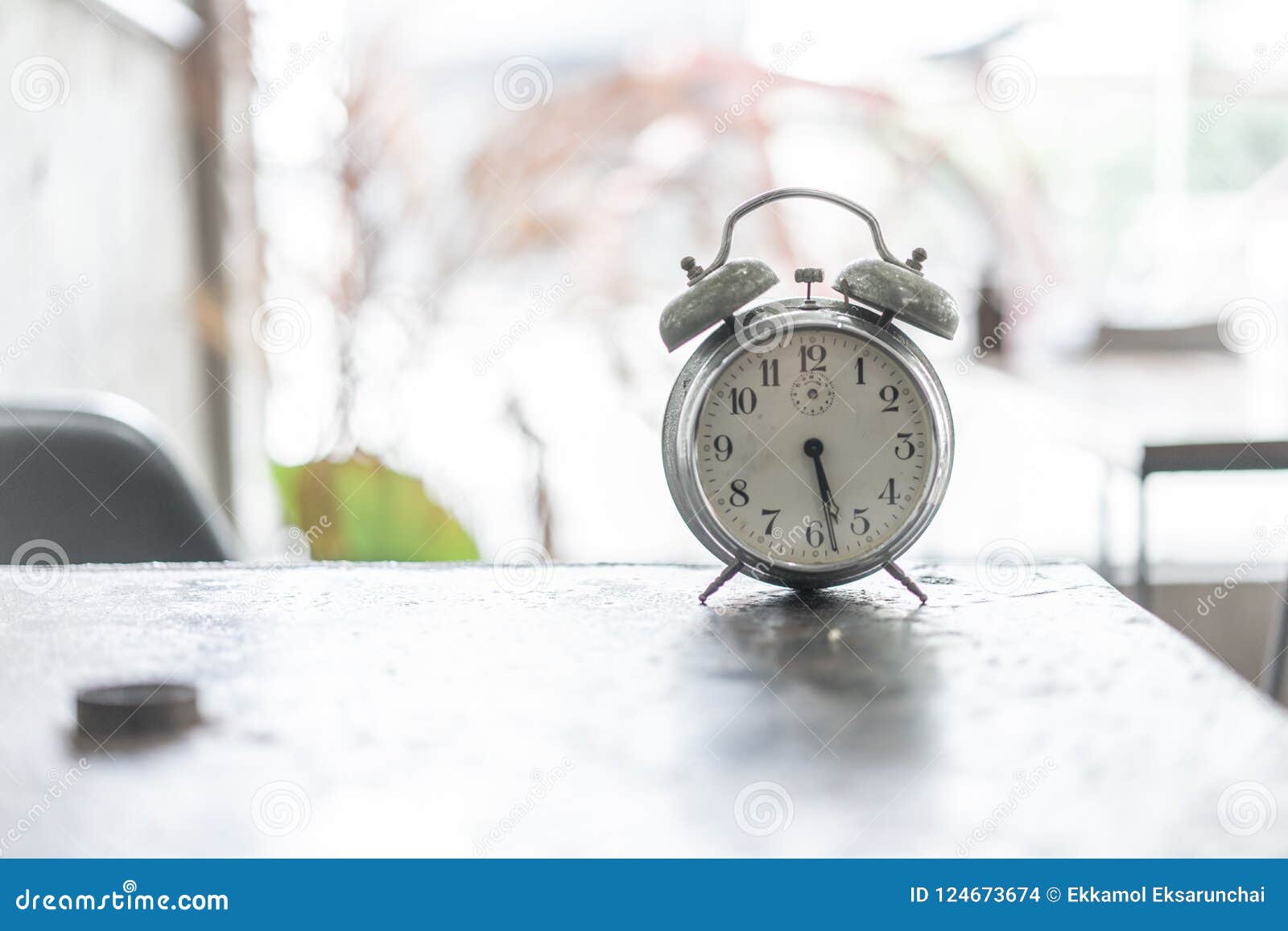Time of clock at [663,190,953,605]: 5:28
